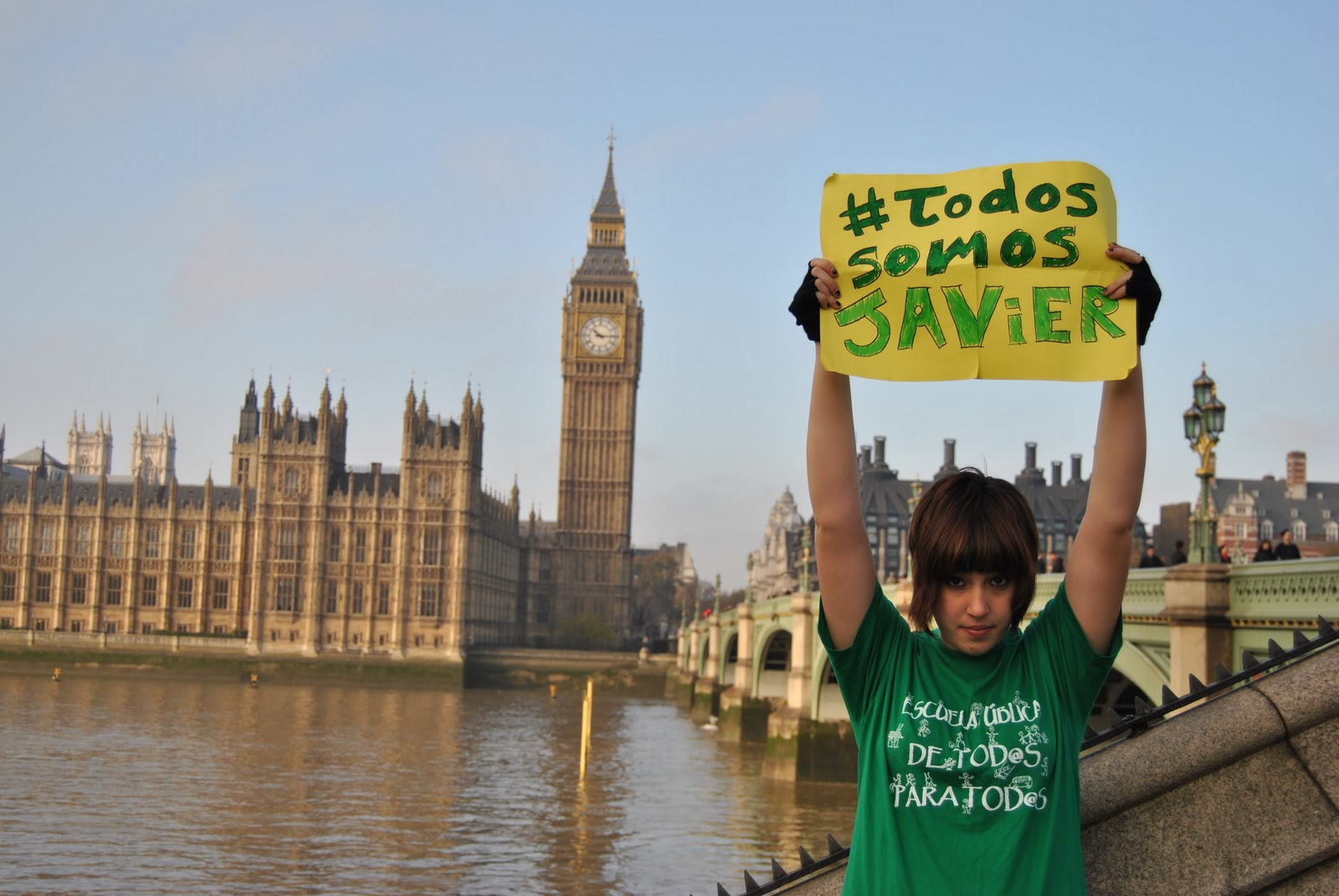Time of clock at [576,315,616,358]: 10:14
